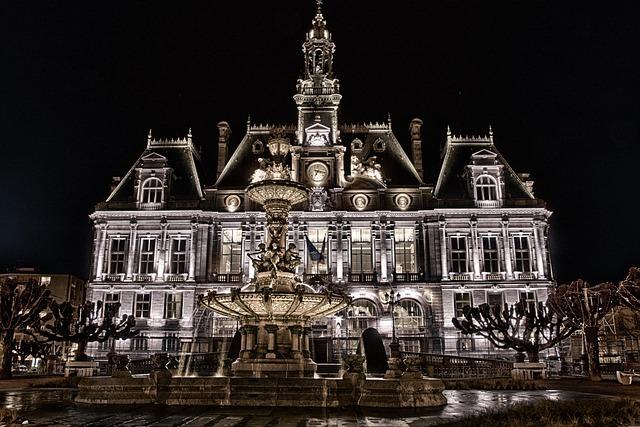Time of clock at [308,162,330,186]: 7:15
